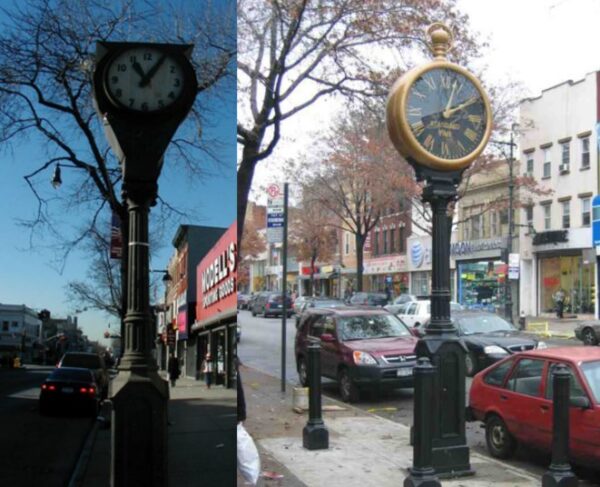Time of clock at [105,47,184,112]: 11:05
